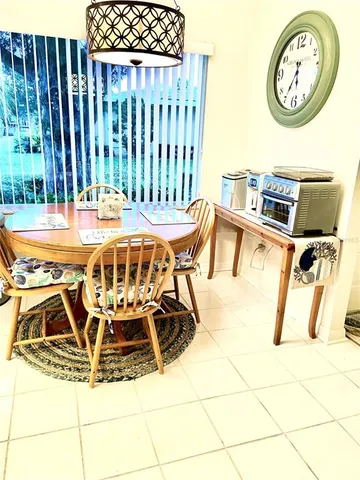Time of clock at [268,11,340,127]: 5:35
